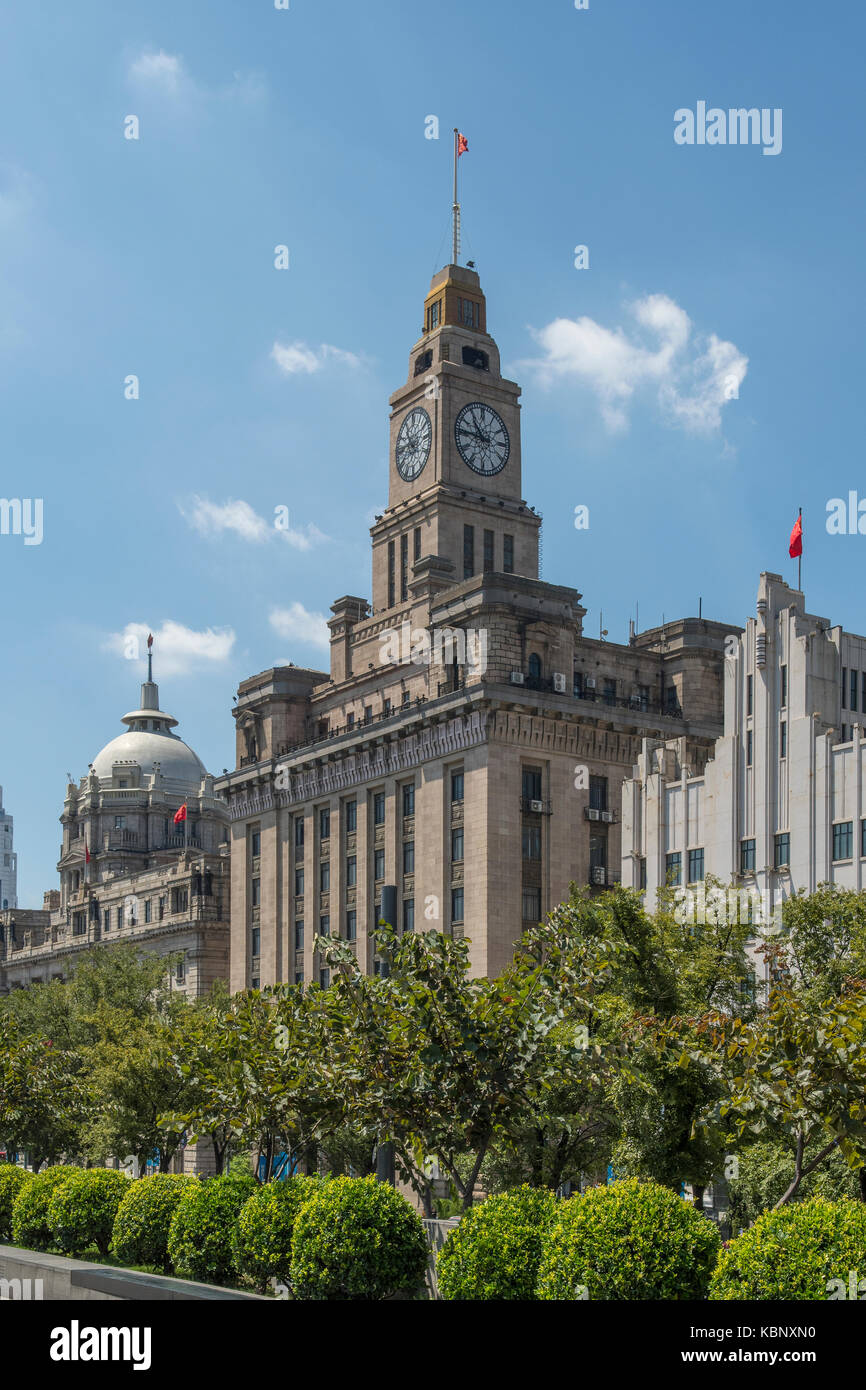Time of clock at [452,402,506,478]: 10:45
